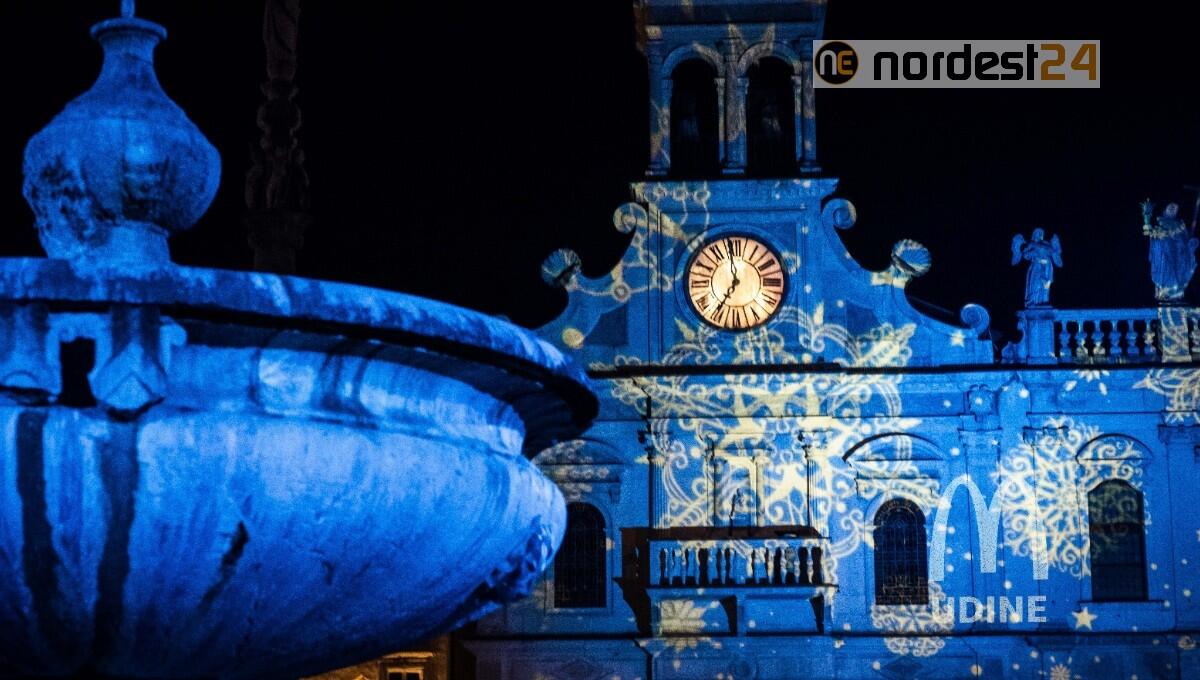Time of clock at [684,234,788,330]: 6:58
